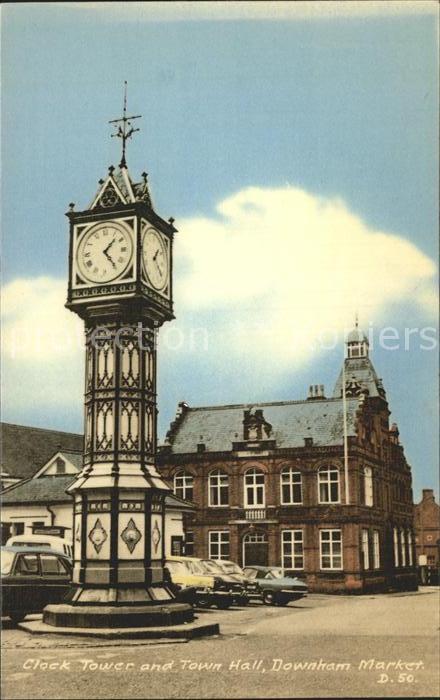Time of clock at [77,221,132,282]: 1:23
